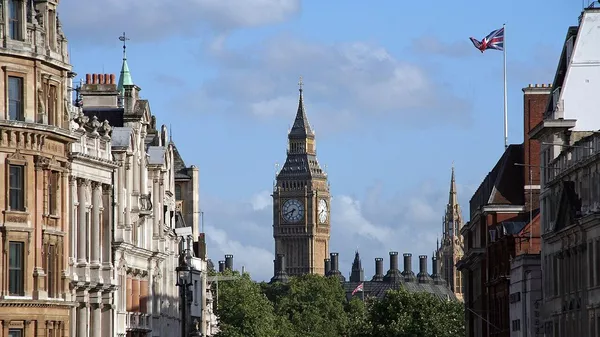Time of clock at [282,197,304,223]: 6:41
